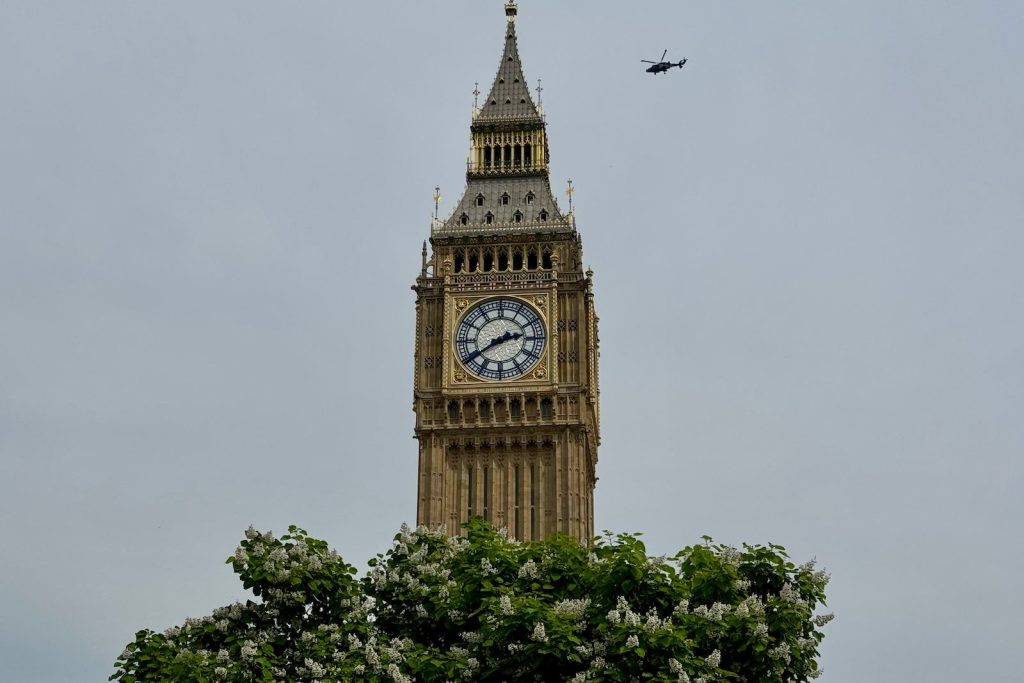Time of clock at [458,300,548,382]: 2:39
